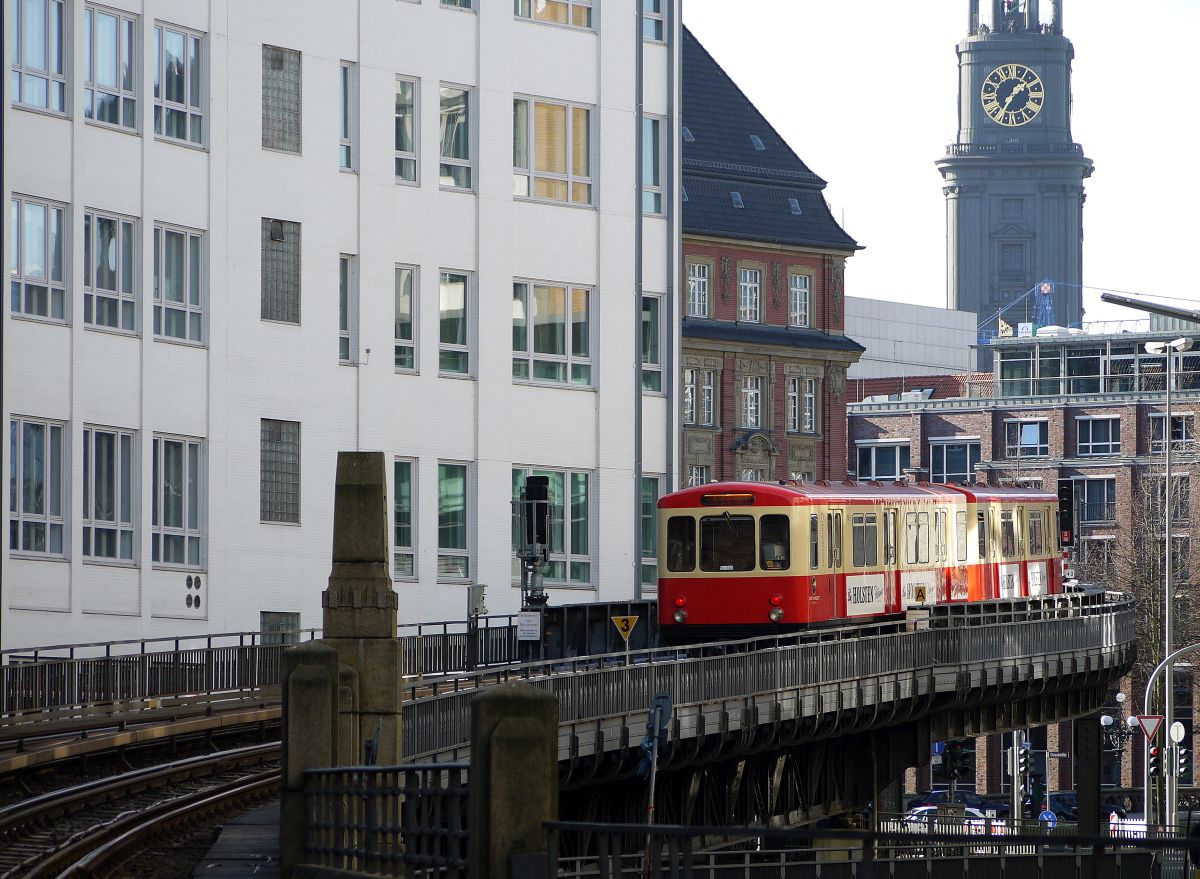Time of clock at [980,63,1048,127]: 1:34
